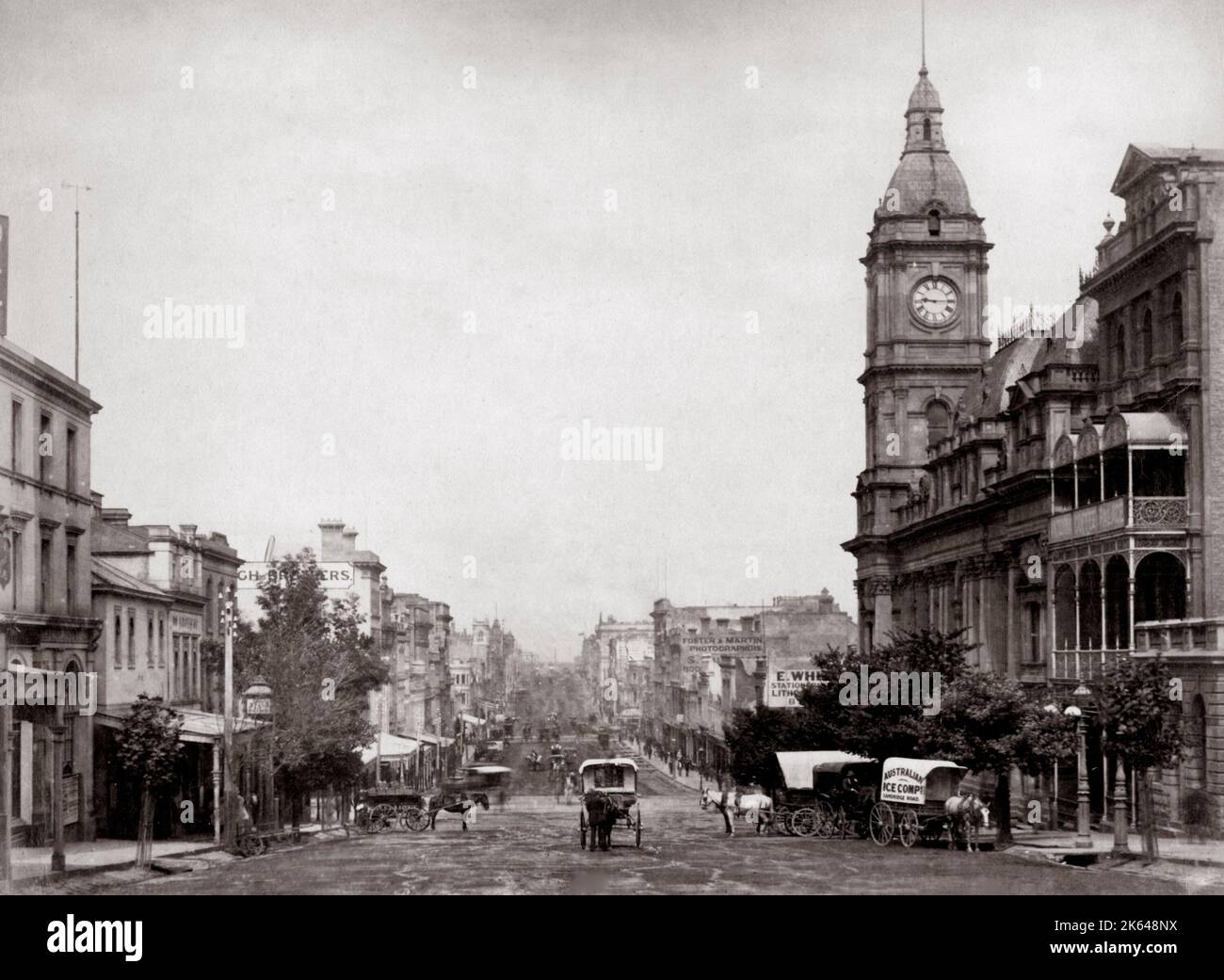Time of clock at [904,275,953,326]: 9:15
